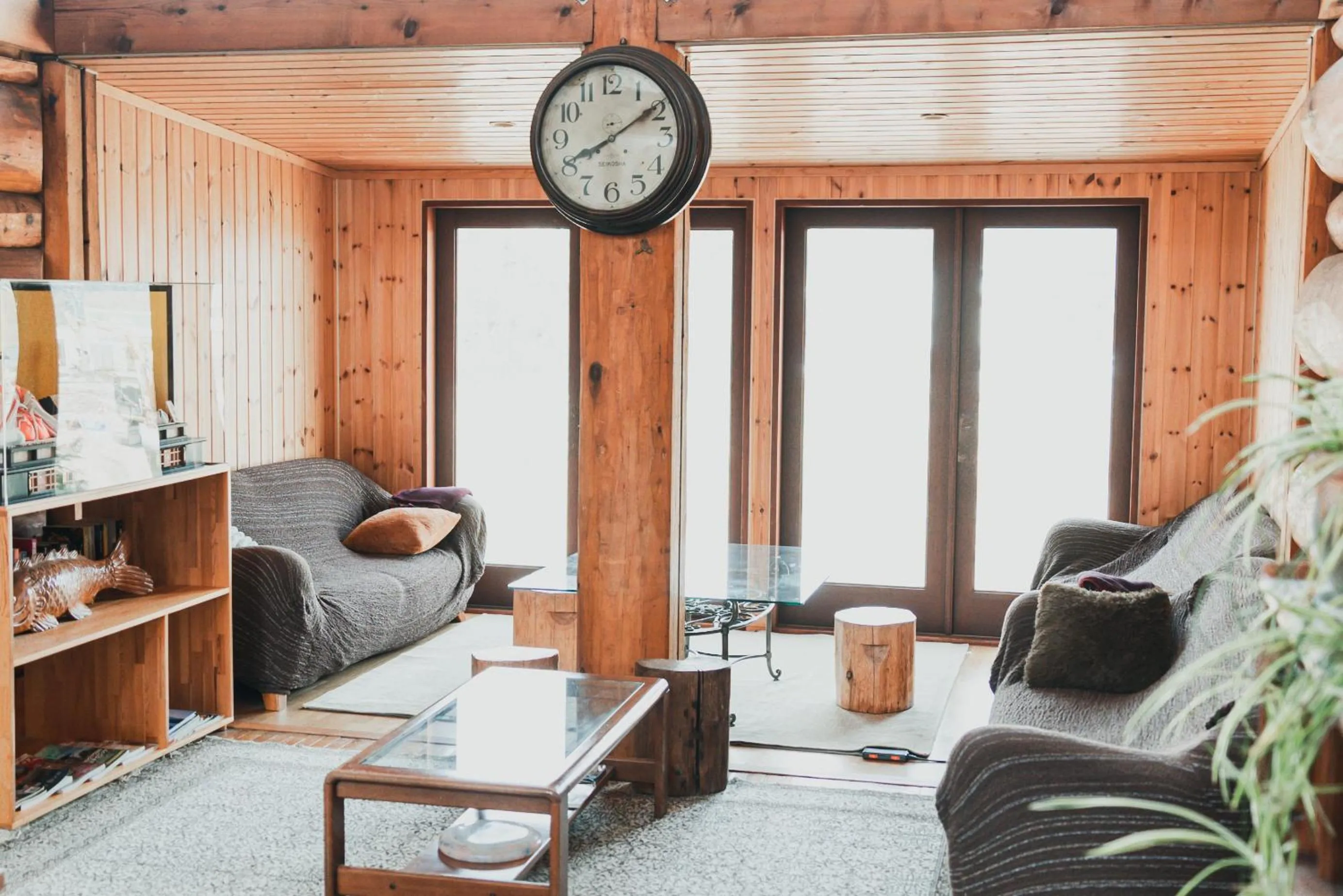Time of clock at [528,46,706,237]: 8:09
